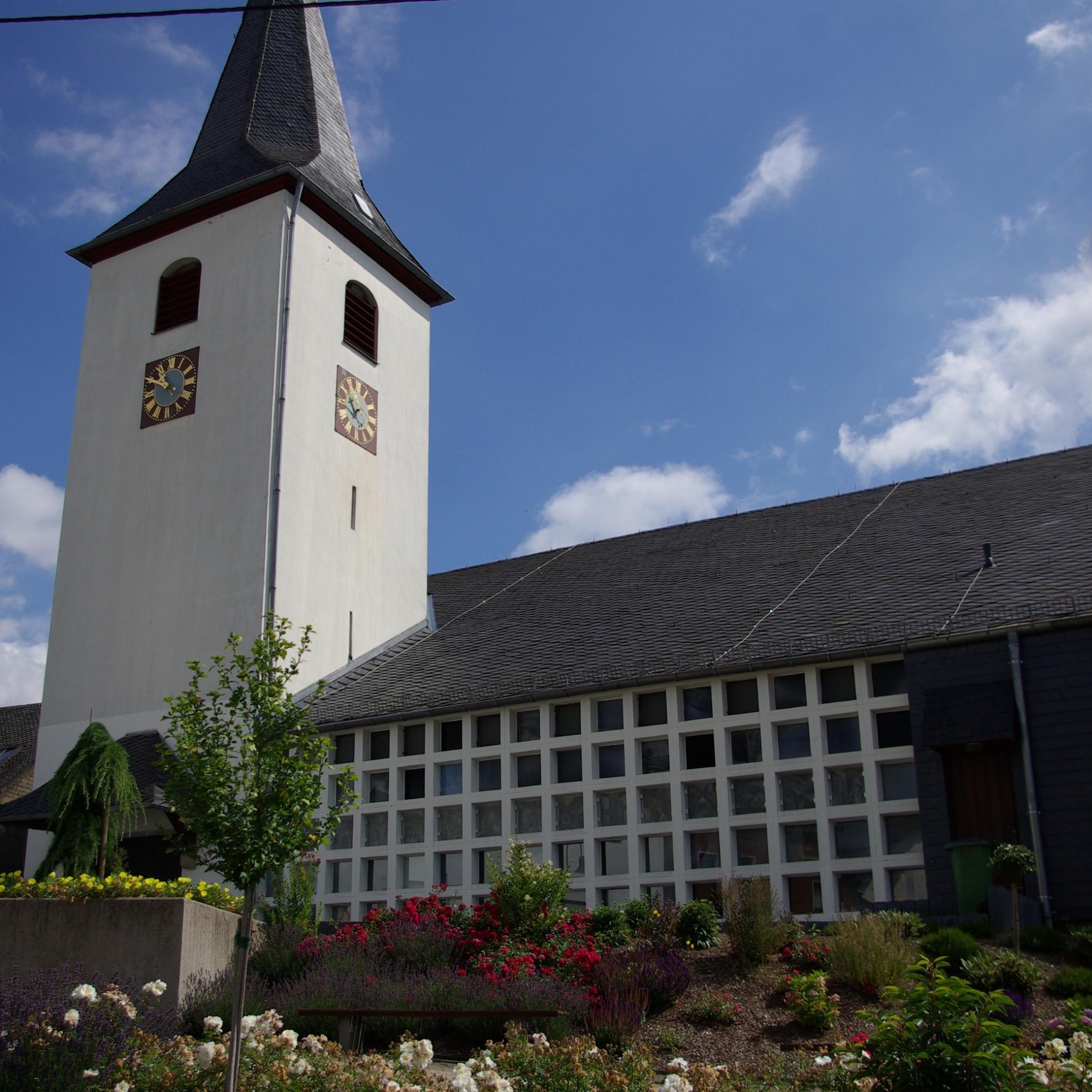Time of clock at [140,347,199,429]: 10:49
